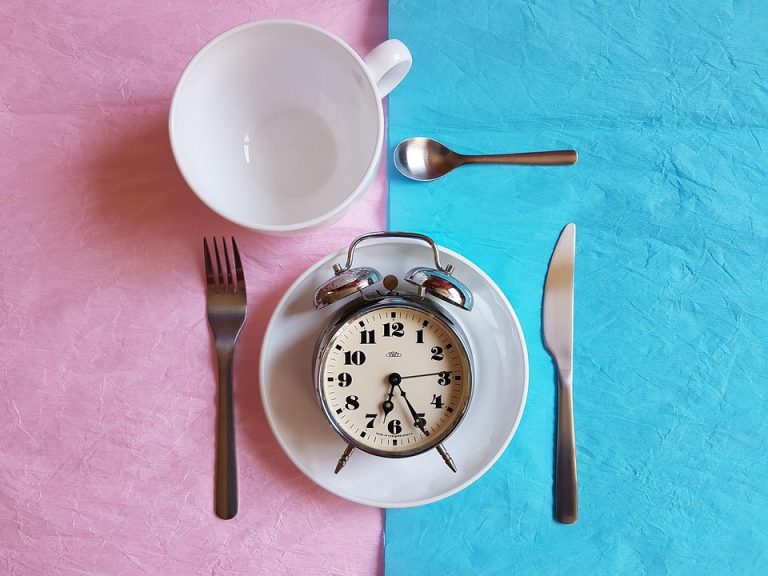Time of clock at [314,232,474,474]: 6:25
